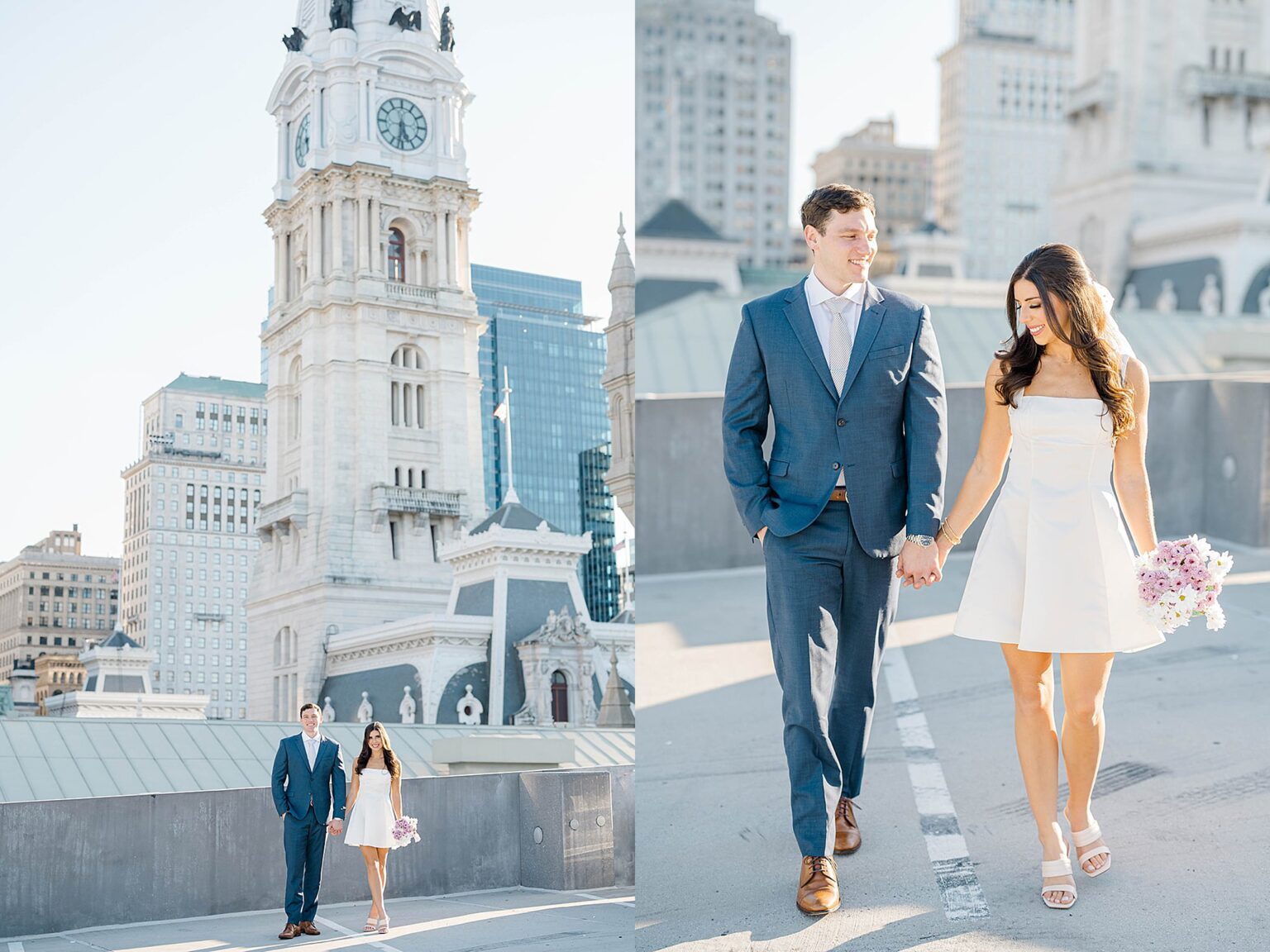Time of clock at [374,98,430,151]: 5:31
